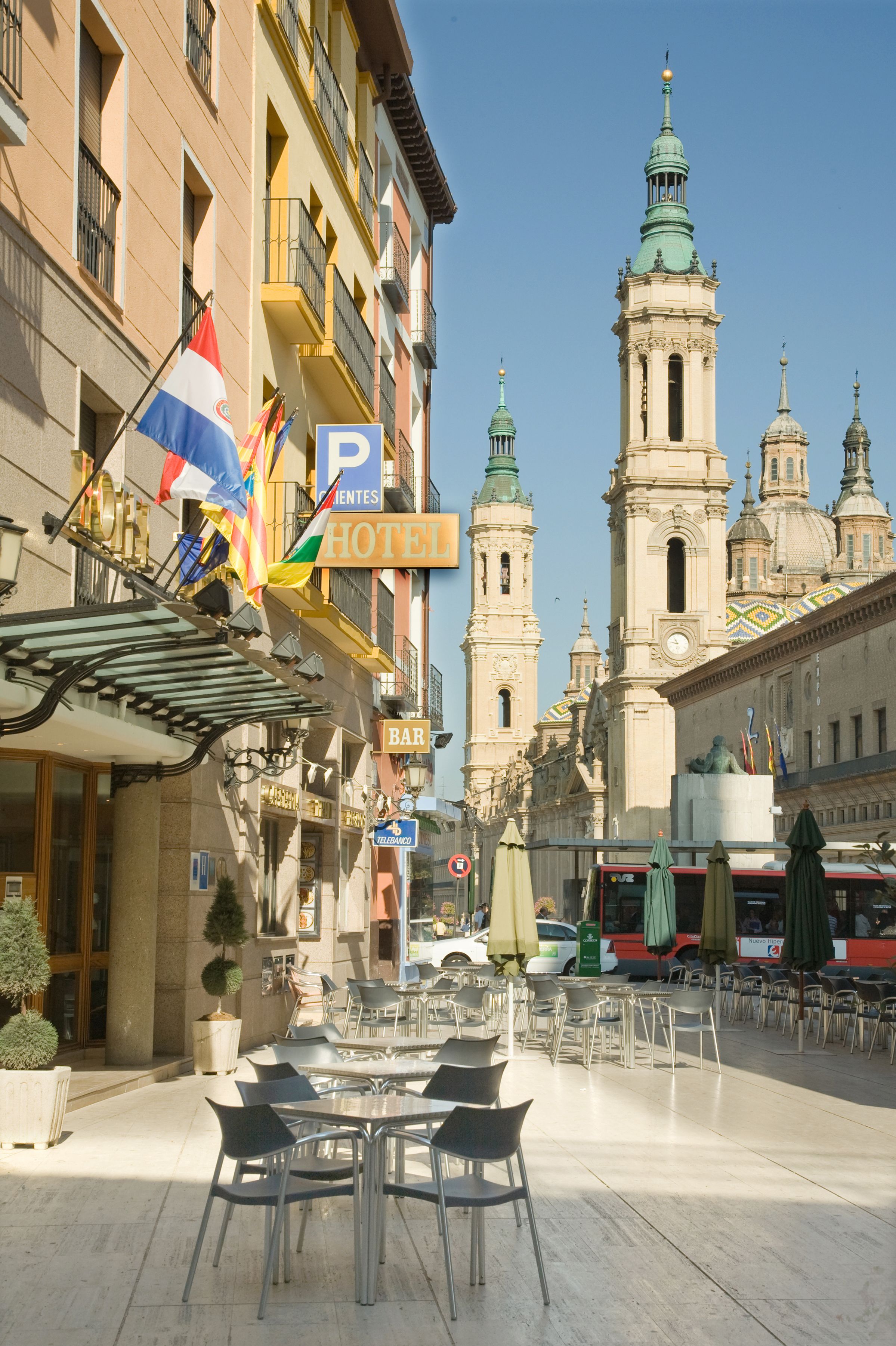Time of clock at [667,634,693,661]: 10:47
